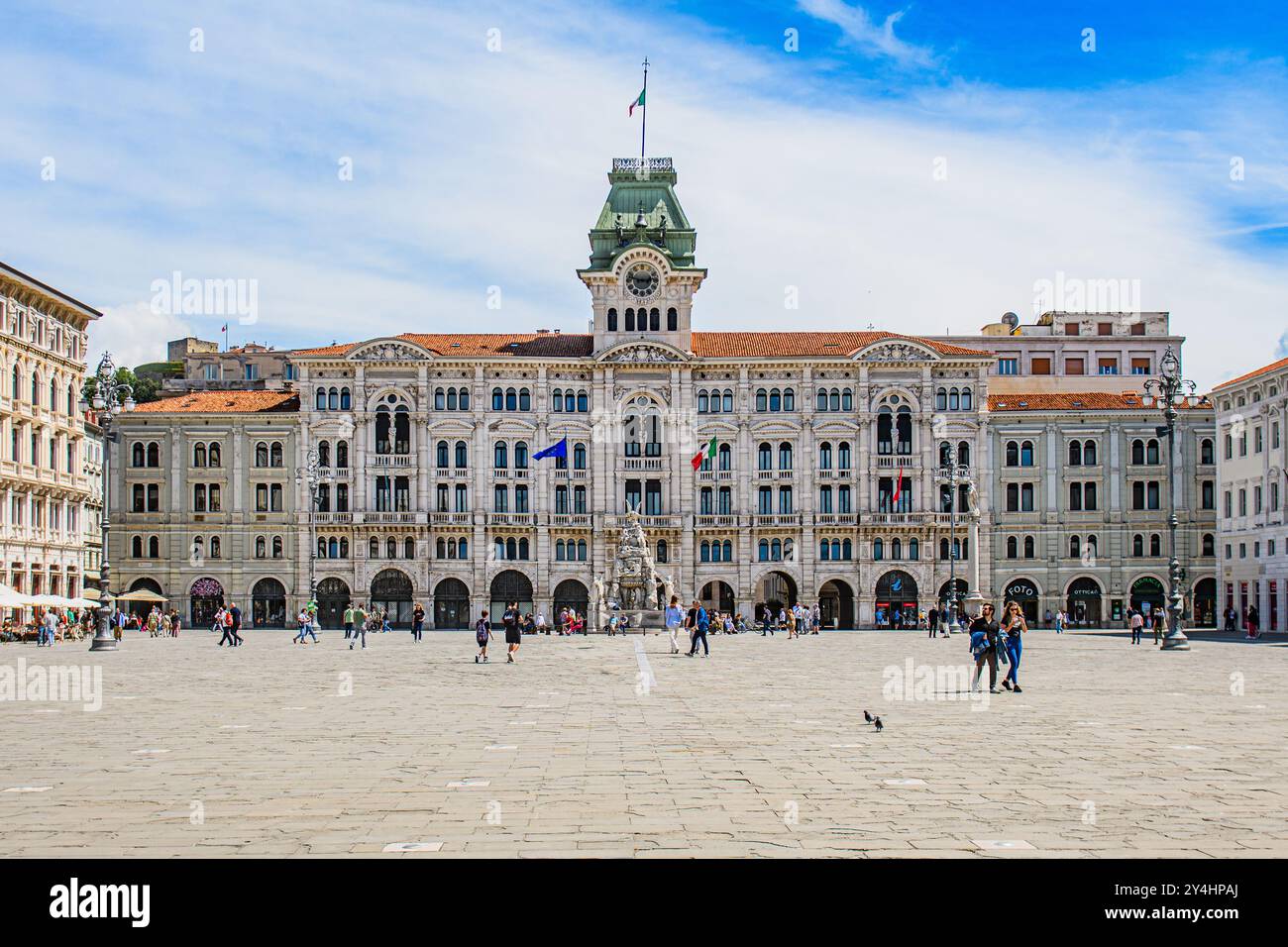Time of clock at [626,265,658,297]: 2:48
